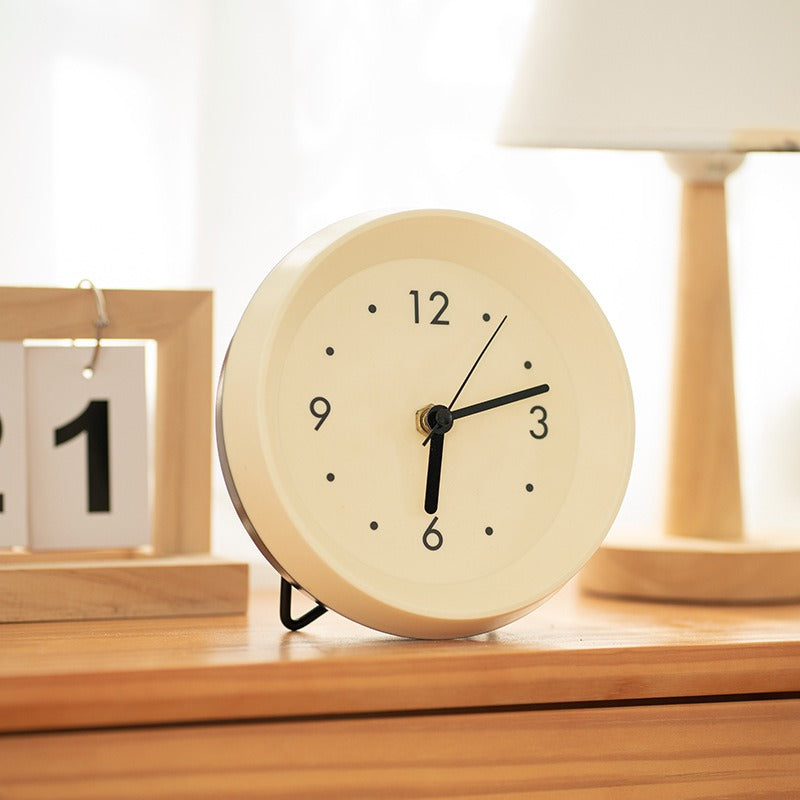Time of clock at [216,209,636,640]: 6:12
